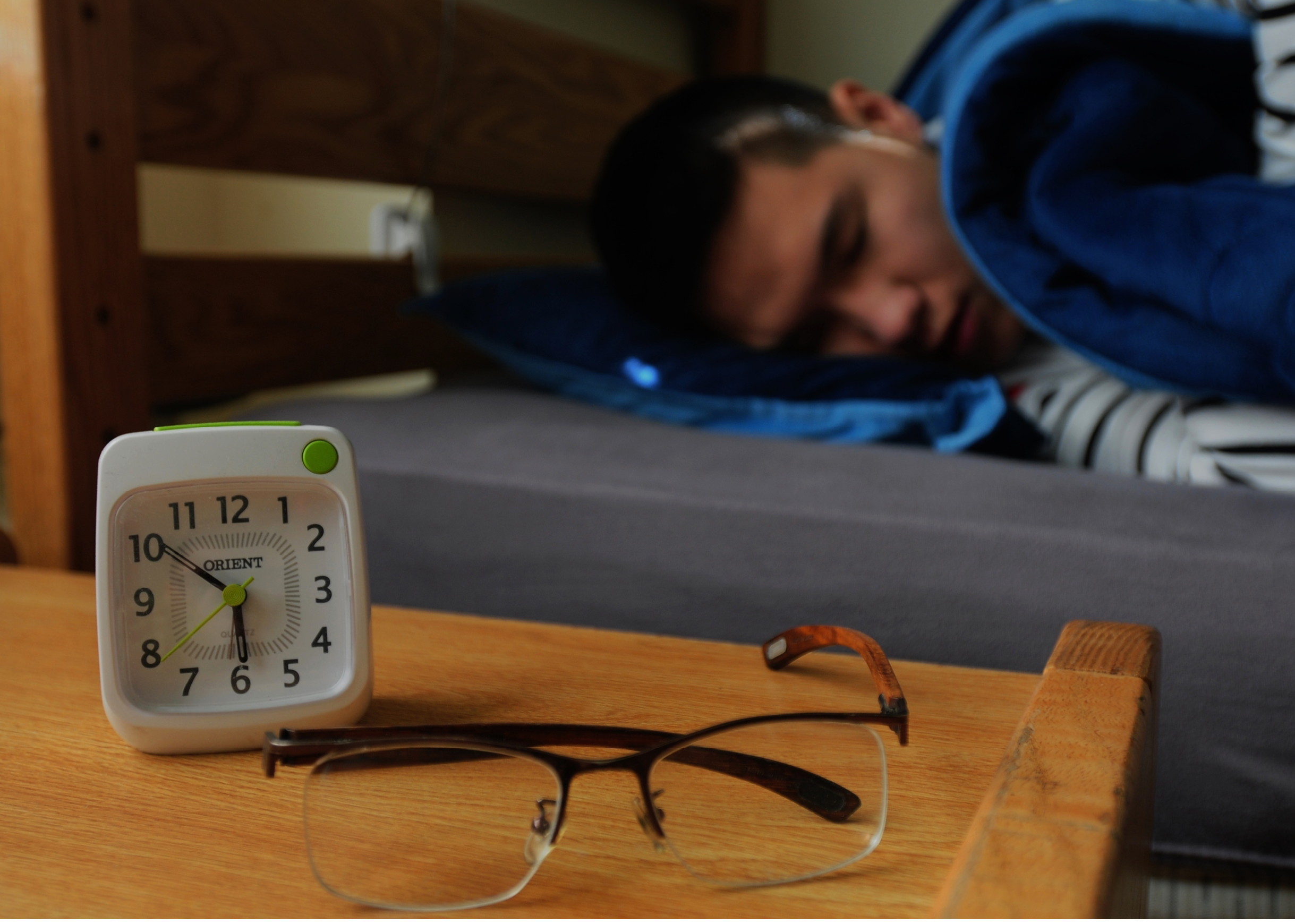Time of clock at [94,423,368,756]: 5:50
